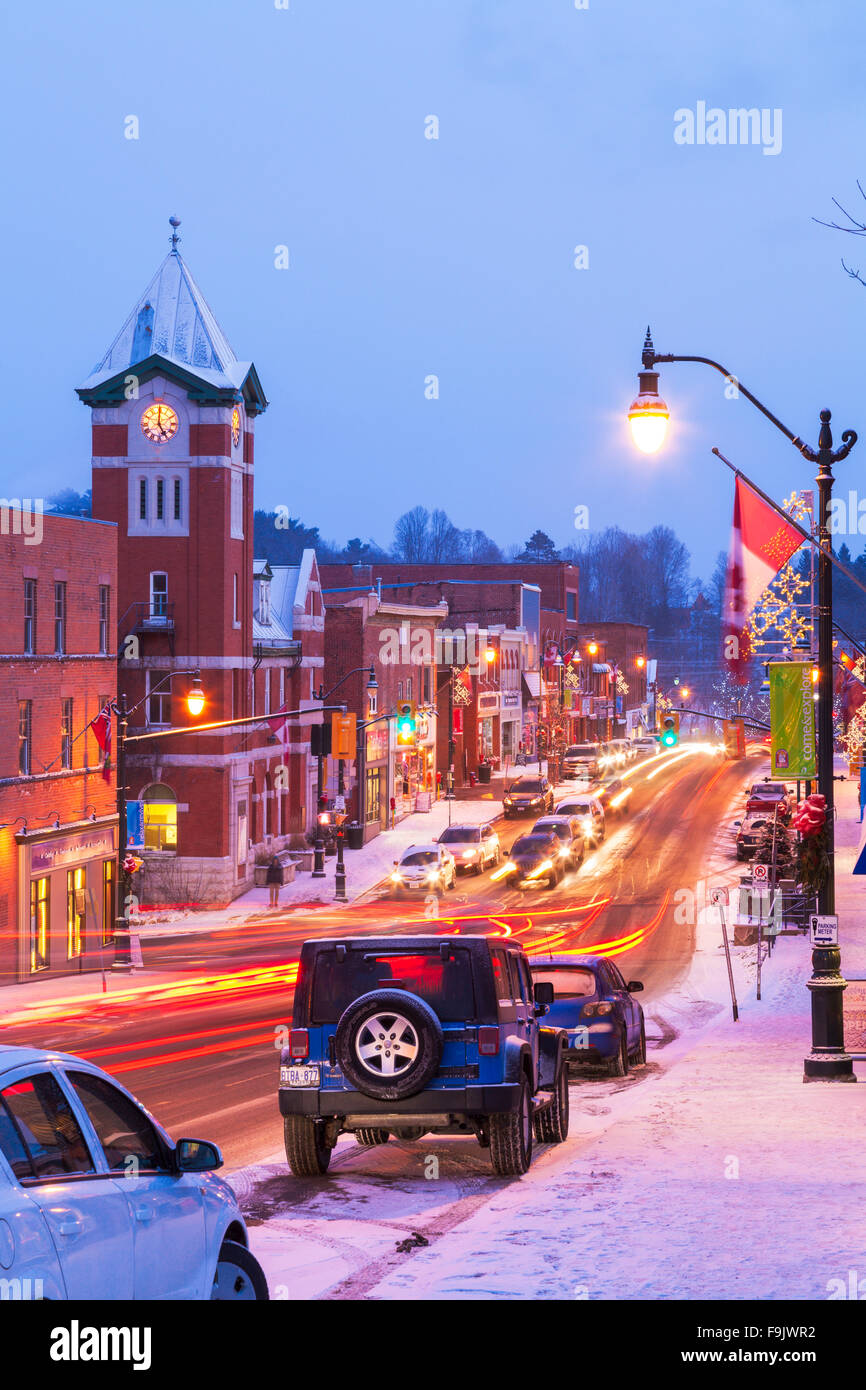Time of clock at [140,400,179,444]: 5:00
